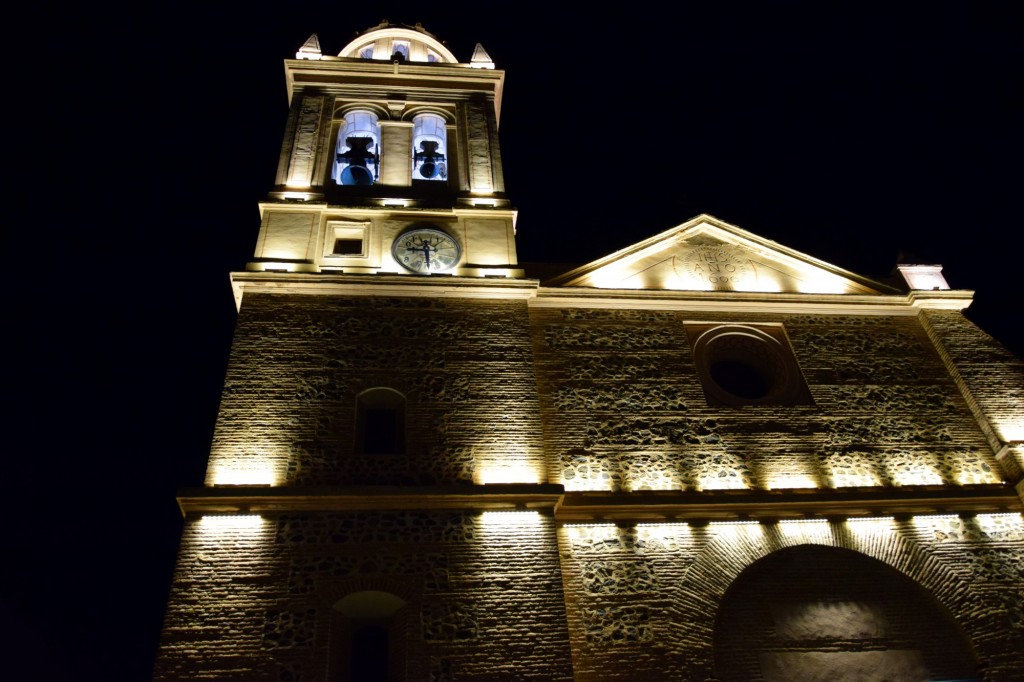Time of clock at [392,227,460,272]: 9:30
